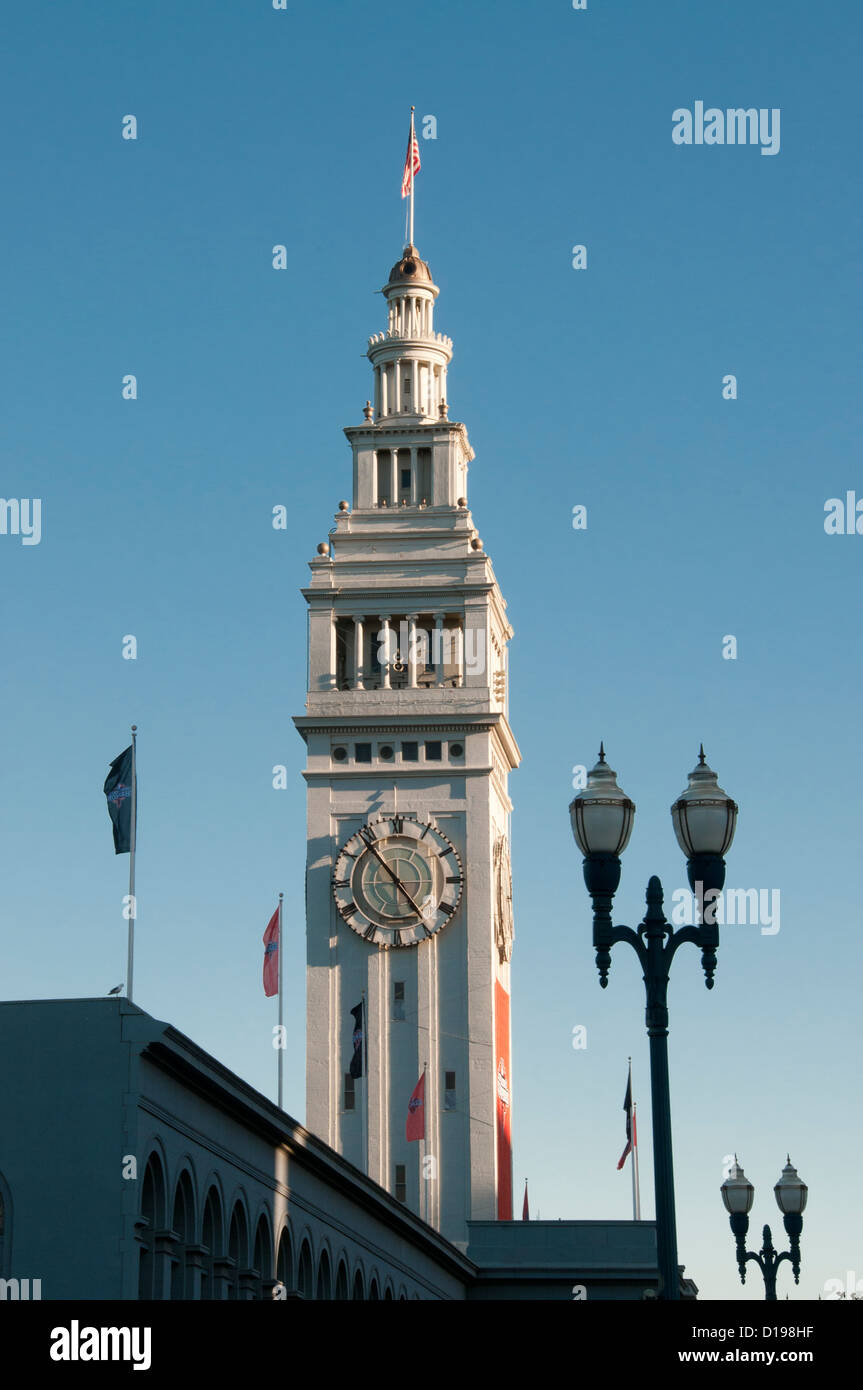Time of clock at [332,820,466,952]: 4:53
